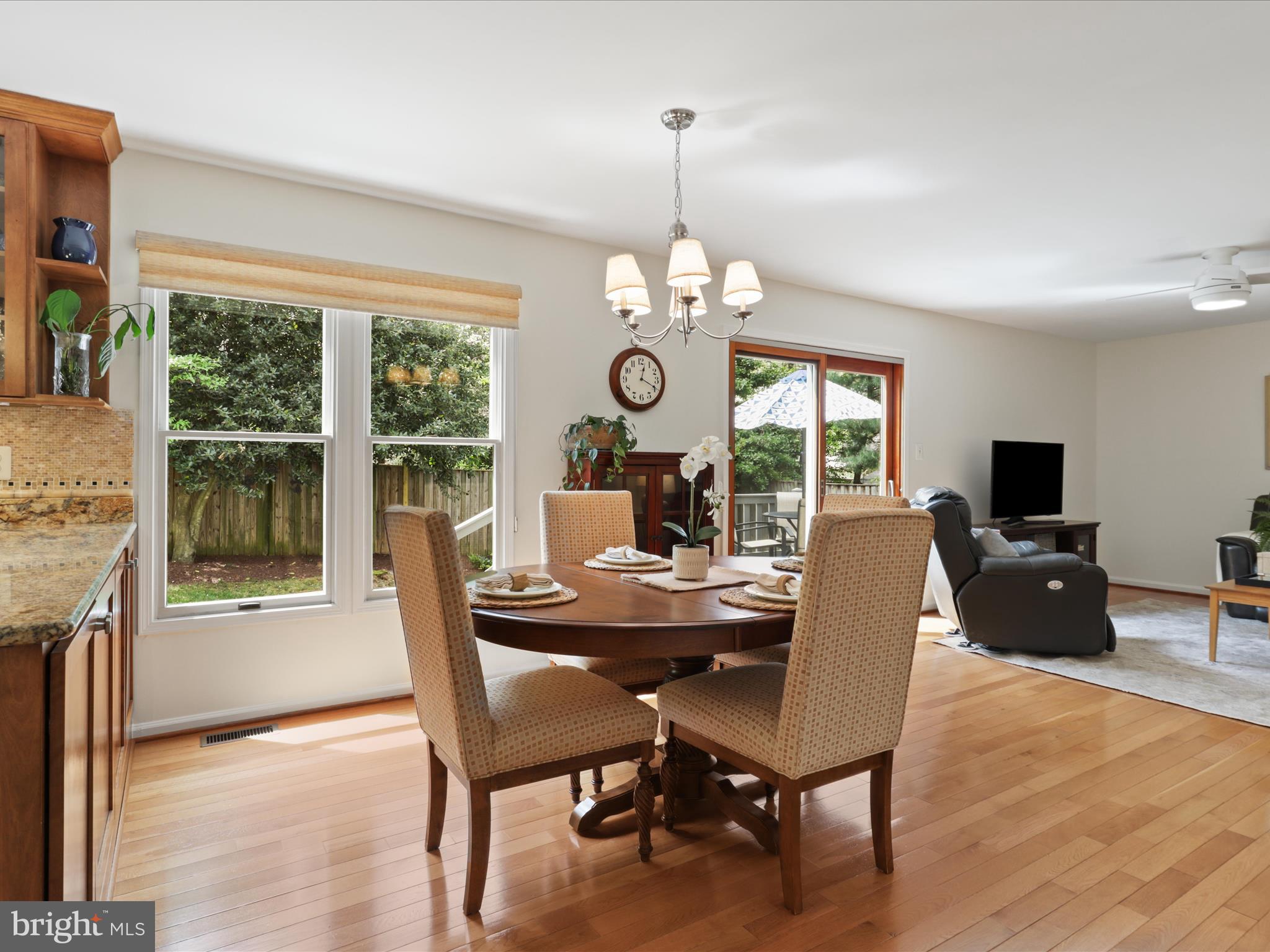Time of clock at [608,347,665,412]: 12:19
